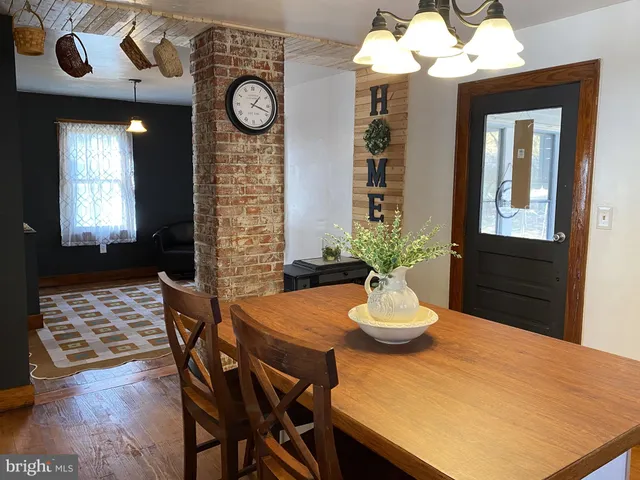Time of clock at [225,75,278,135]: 1:18
